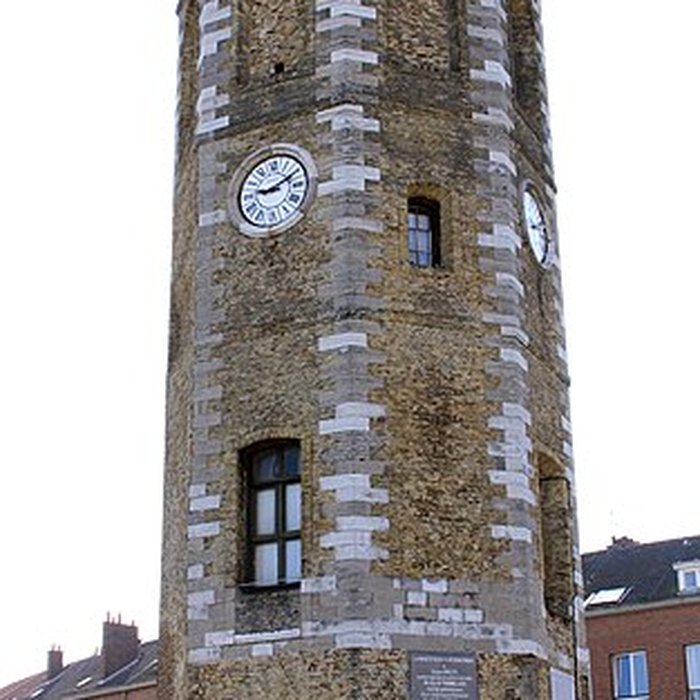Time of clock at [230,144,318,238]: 9:10
